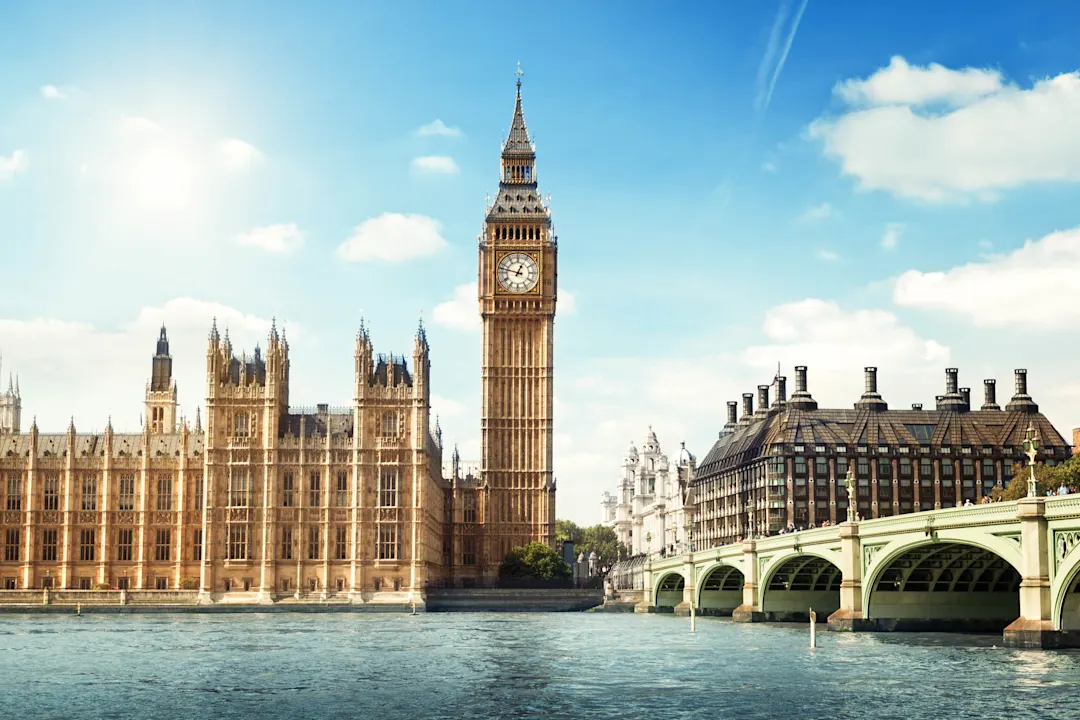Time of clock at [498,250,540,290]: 12:47
